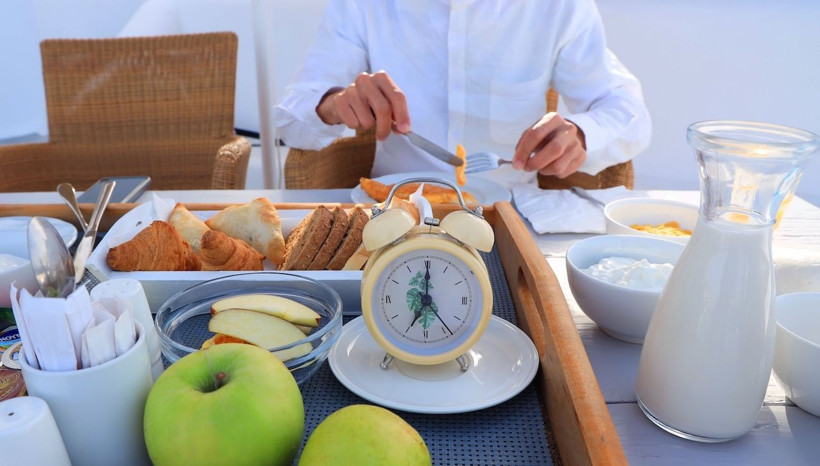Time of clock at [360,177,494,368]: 7:00
